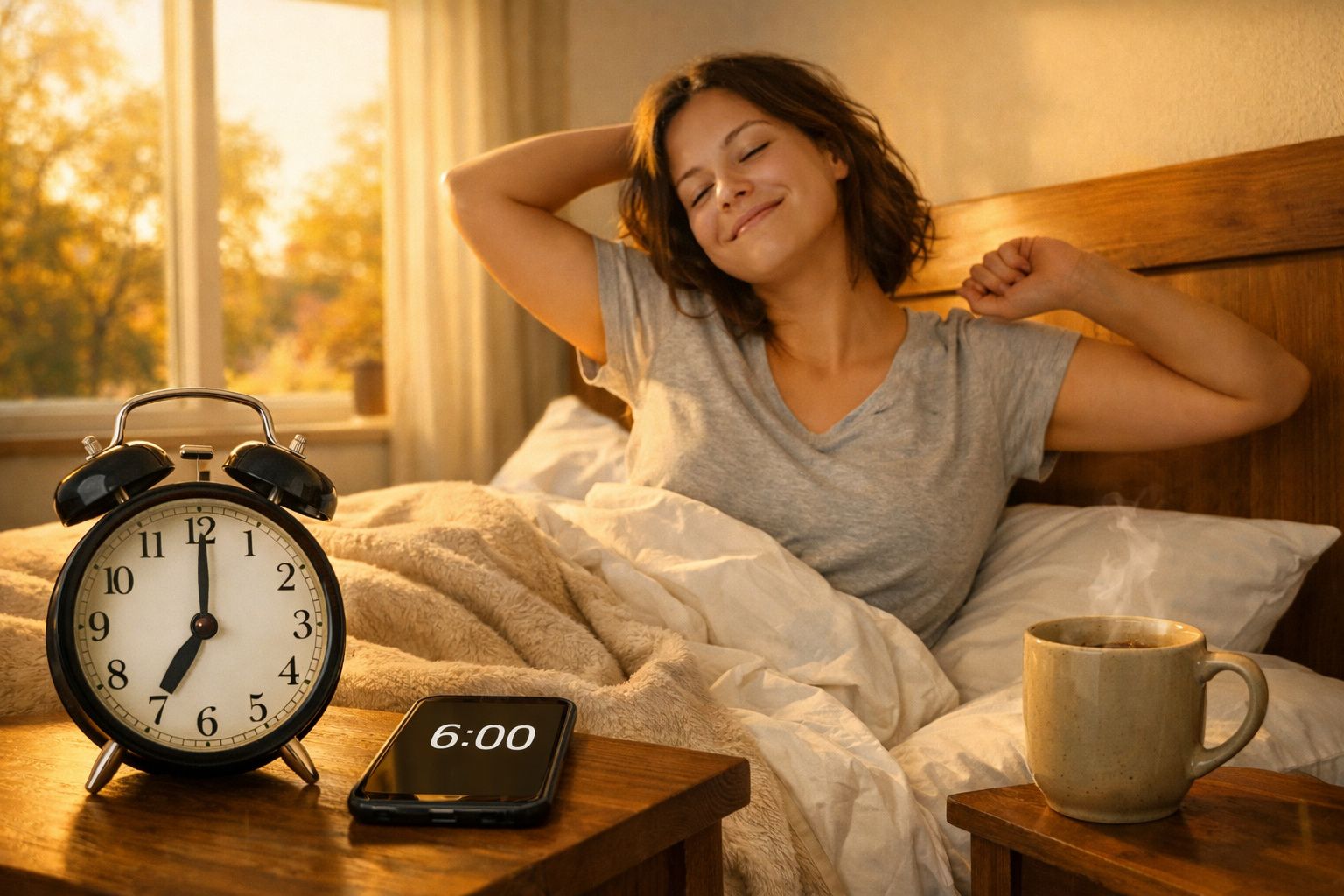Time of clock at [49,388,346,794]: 7:00
